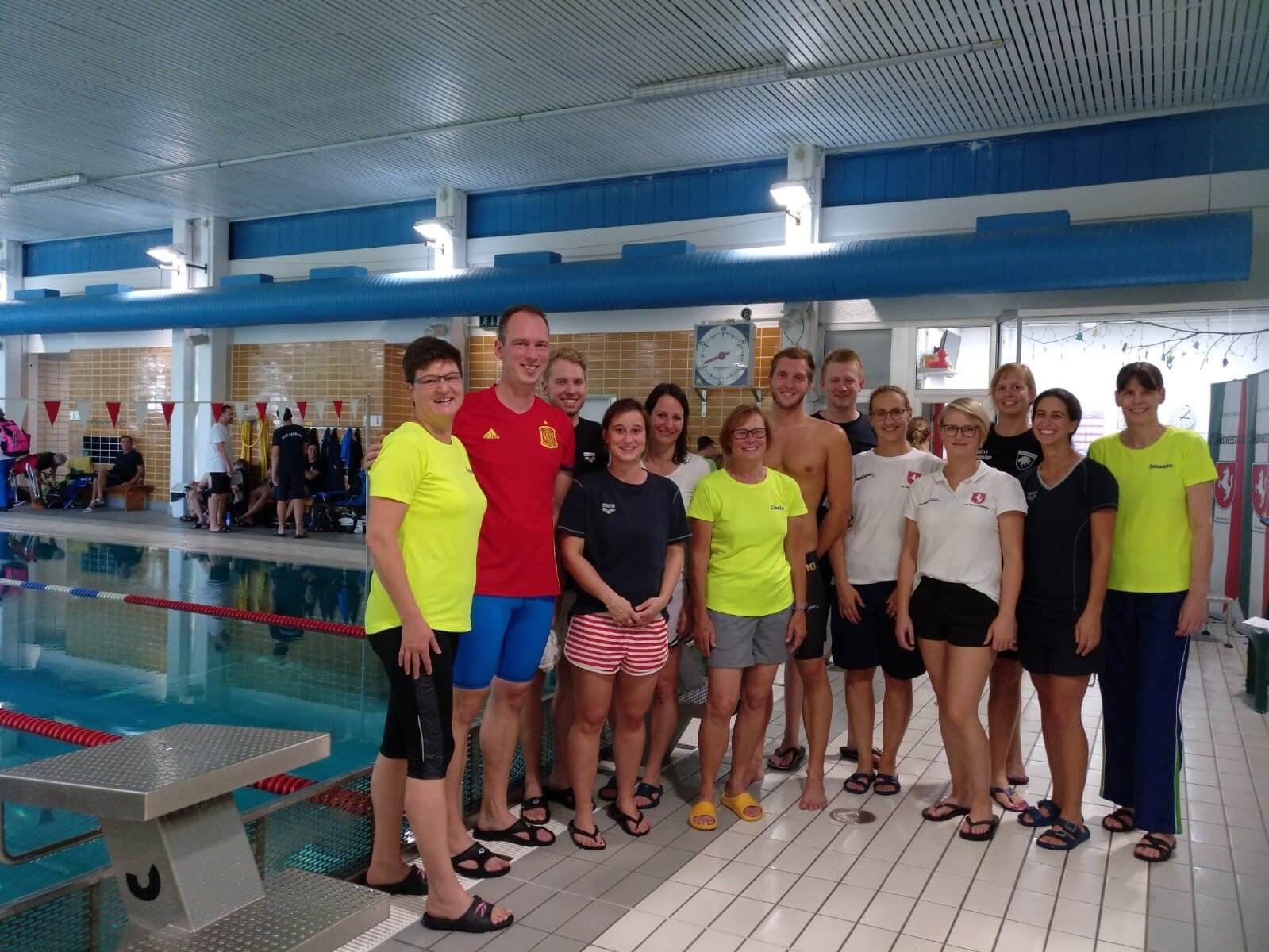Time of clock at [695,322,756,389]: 8:42
